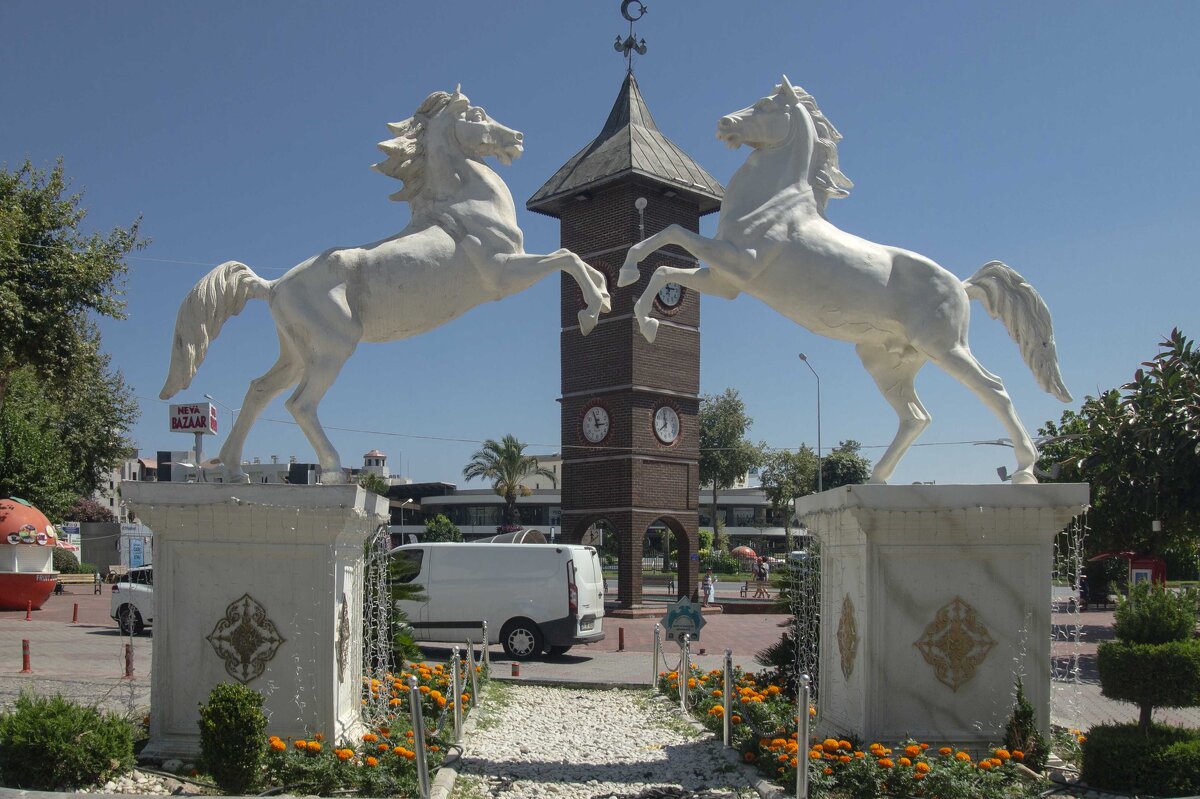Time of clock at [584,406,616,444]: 2:57
